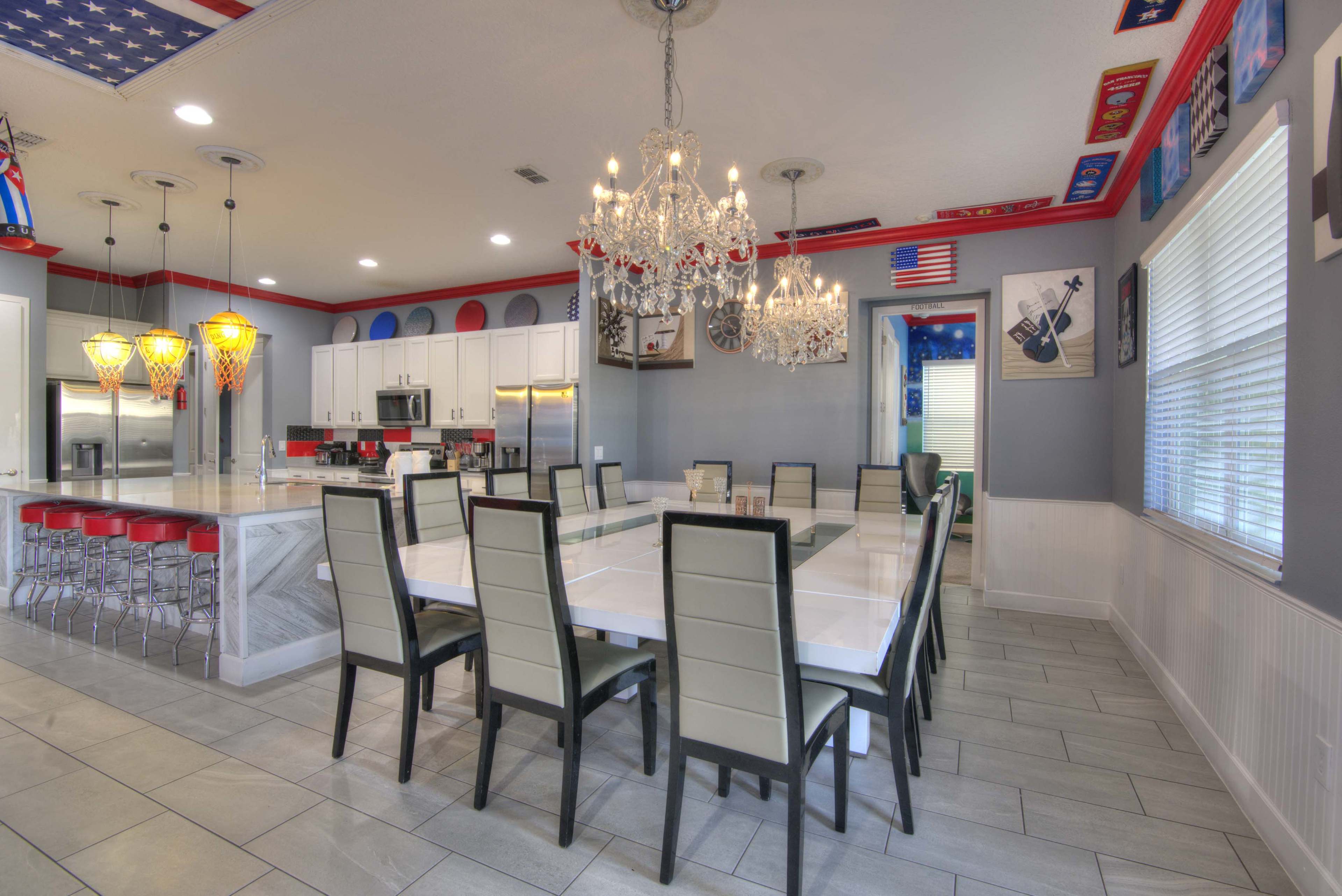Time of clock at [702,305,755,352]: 4:49
